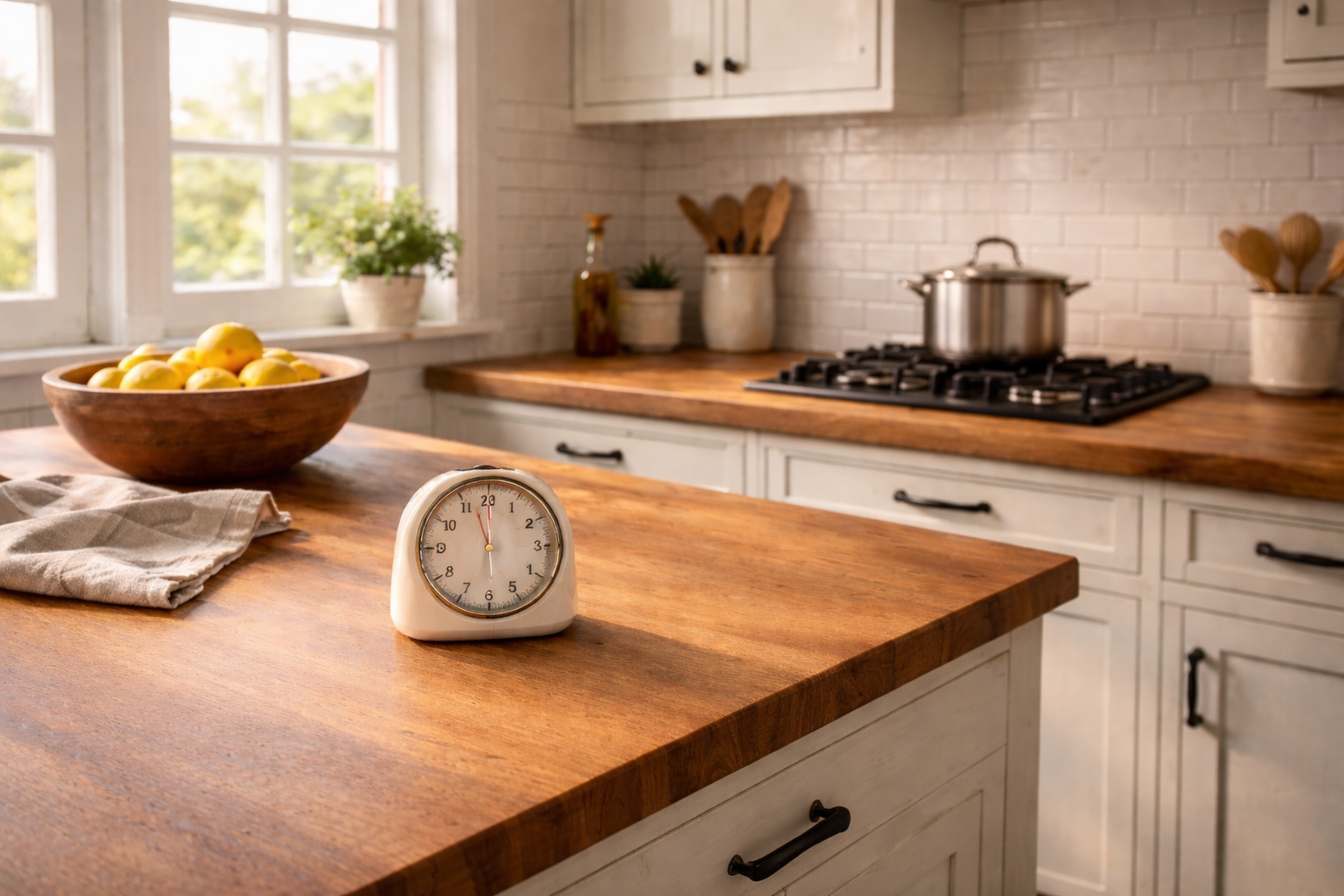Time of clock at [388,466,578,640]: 11:56
